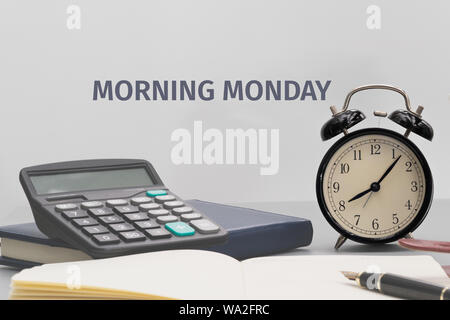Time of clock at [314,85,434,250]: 8:07
